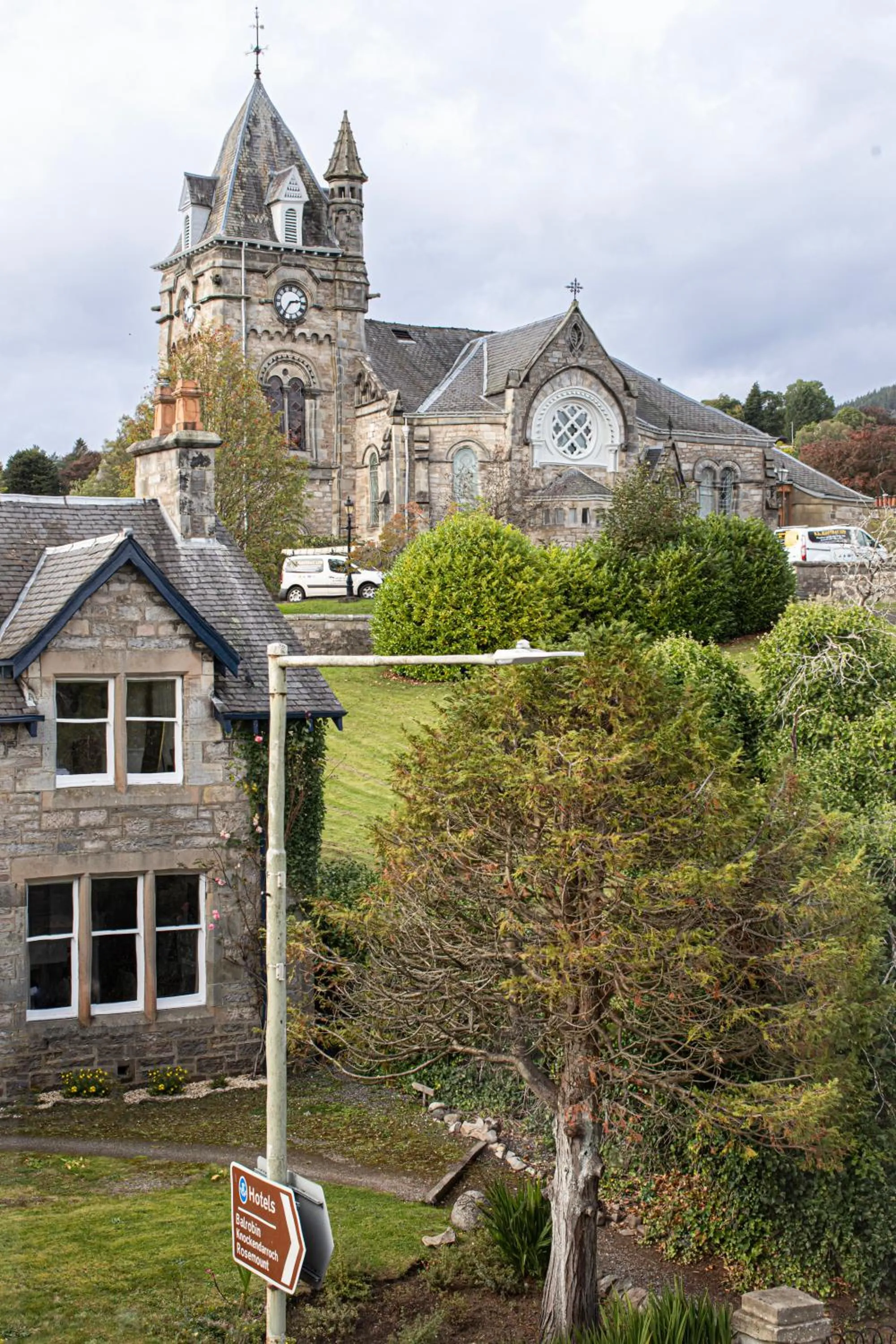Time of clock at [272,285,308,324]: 2:35
